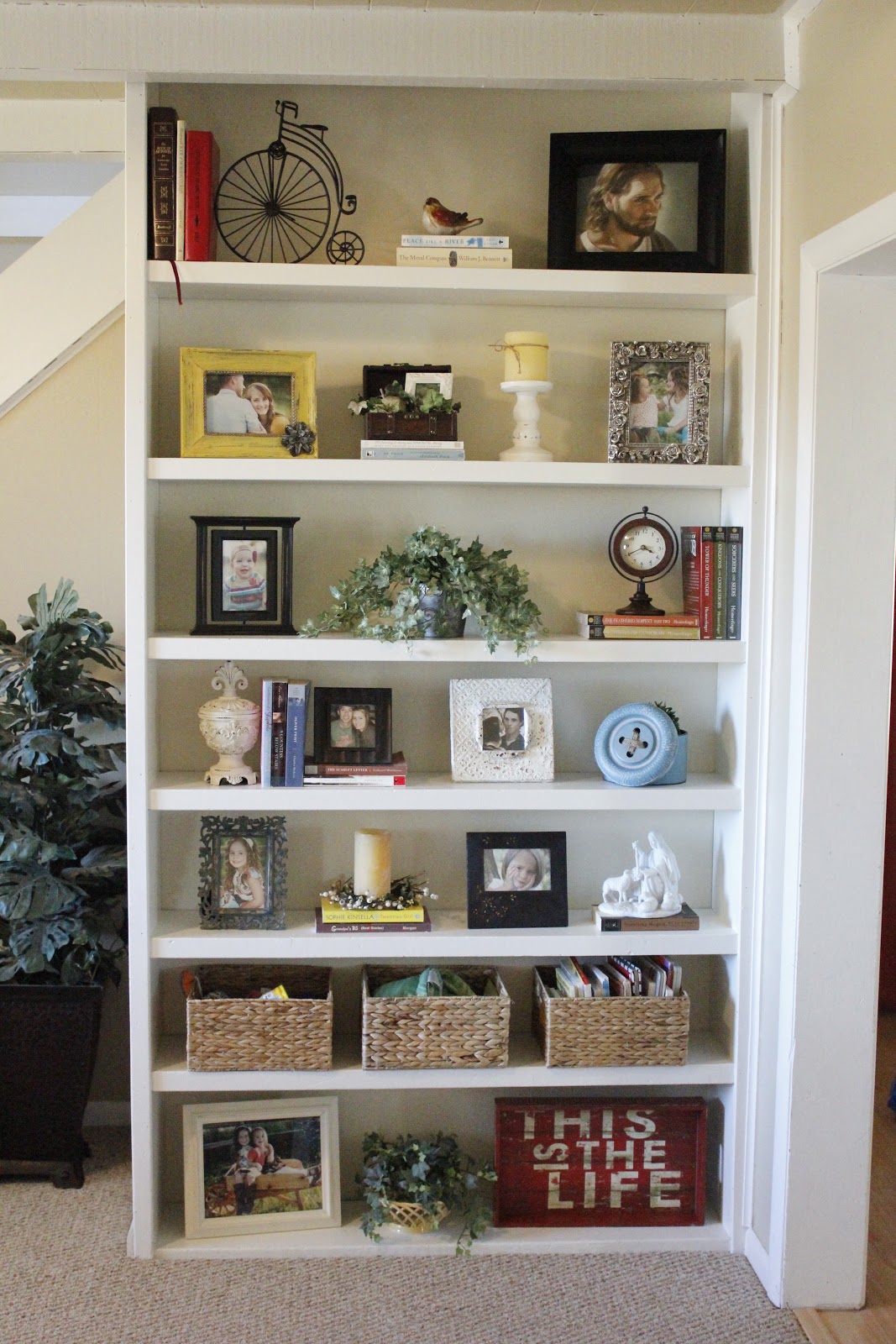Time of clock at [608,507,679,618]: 3:40
